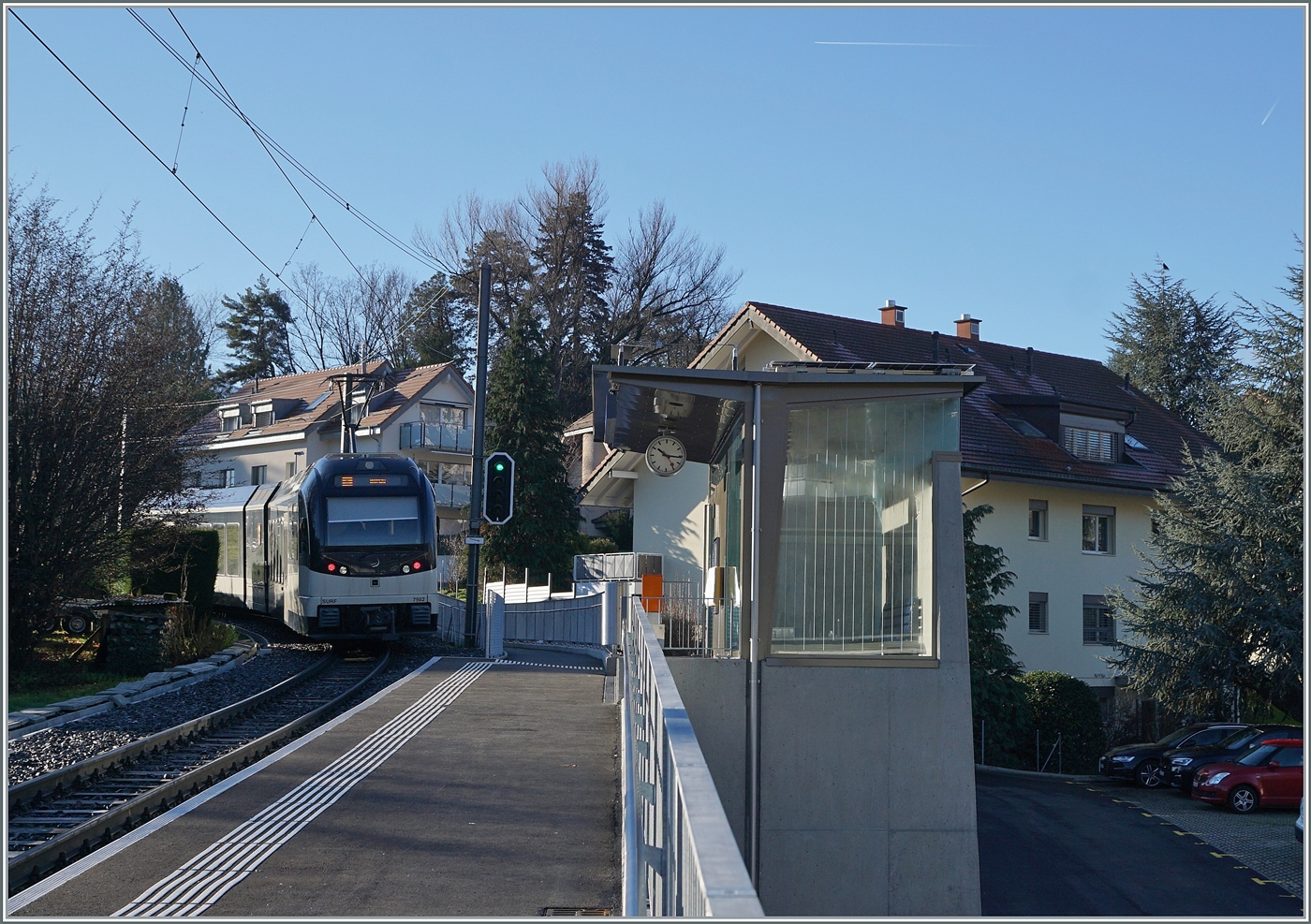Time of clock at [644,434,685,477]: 10:15
